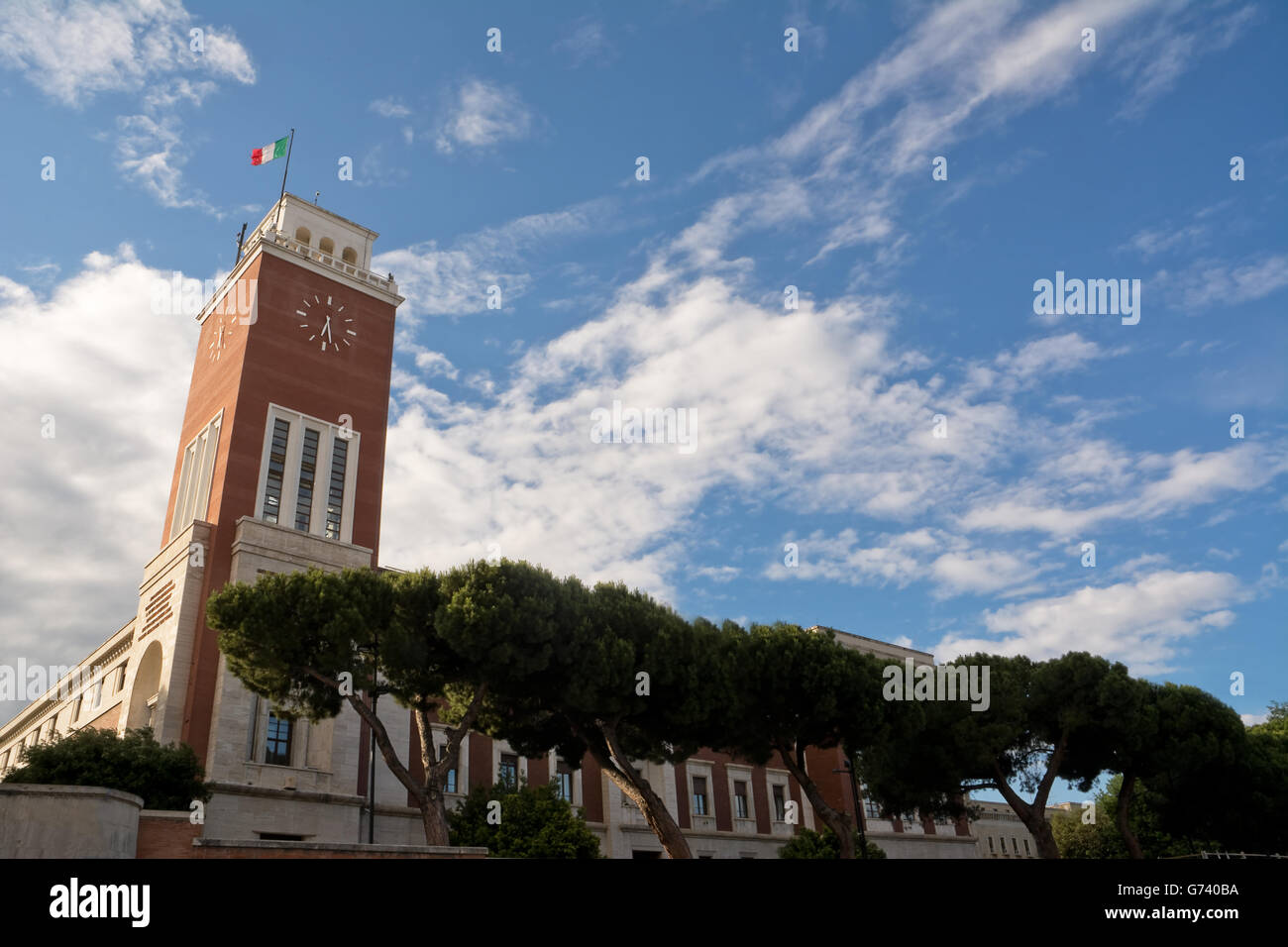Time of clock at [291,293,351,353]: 6:27
